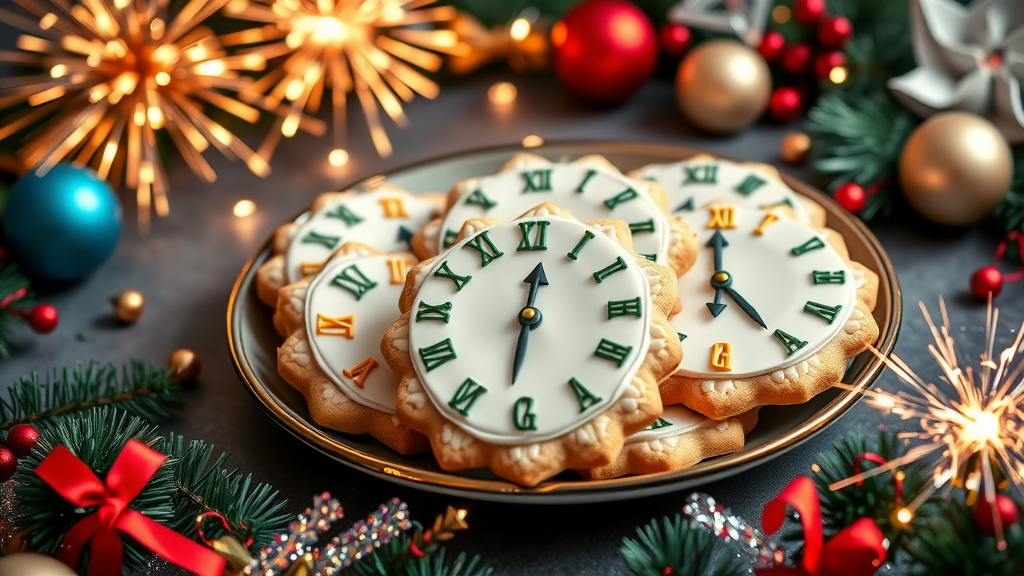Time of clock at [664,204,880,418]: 12:23
